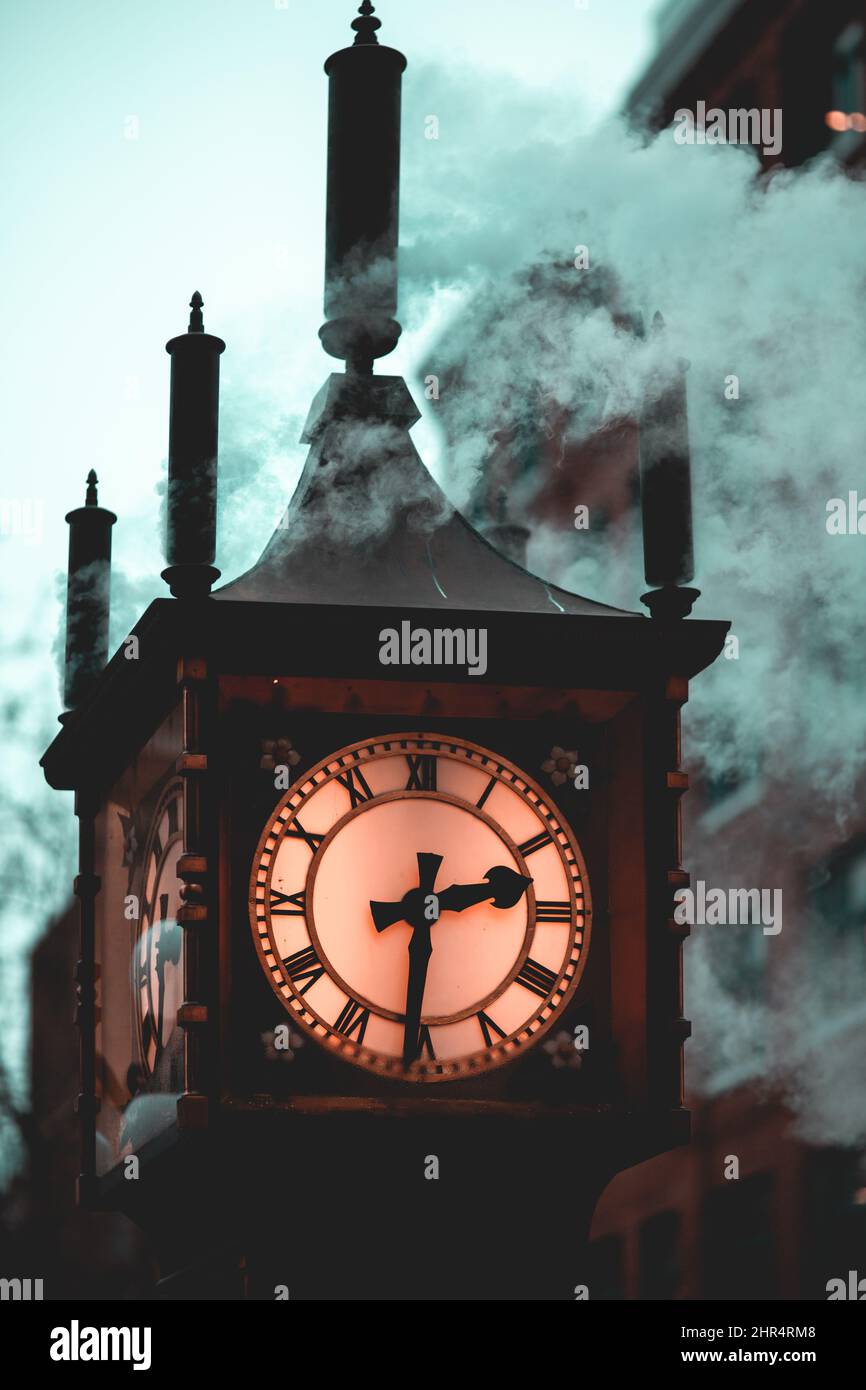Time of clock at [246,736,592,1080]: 2:30
